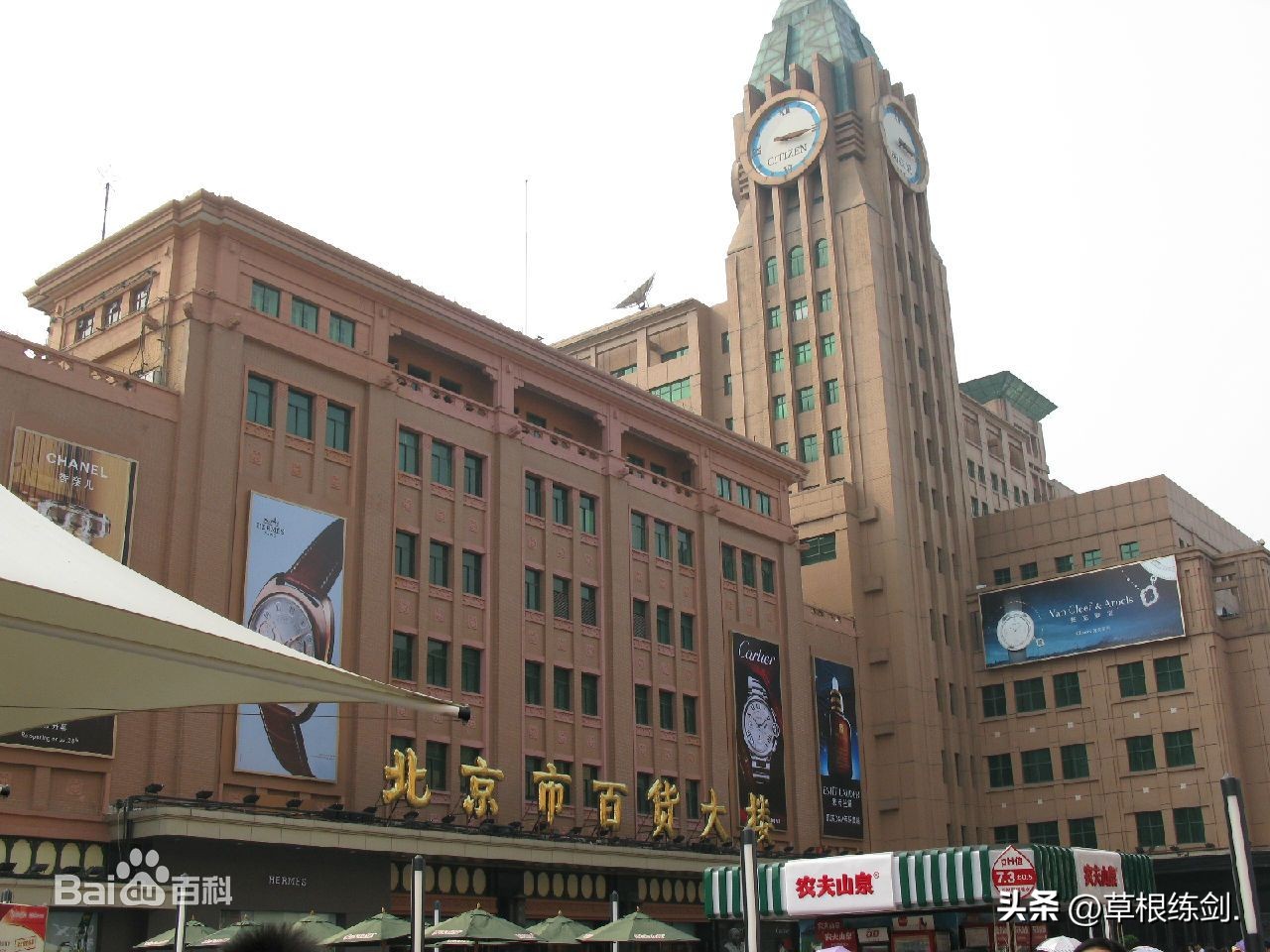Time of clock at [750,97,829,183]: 3:15
